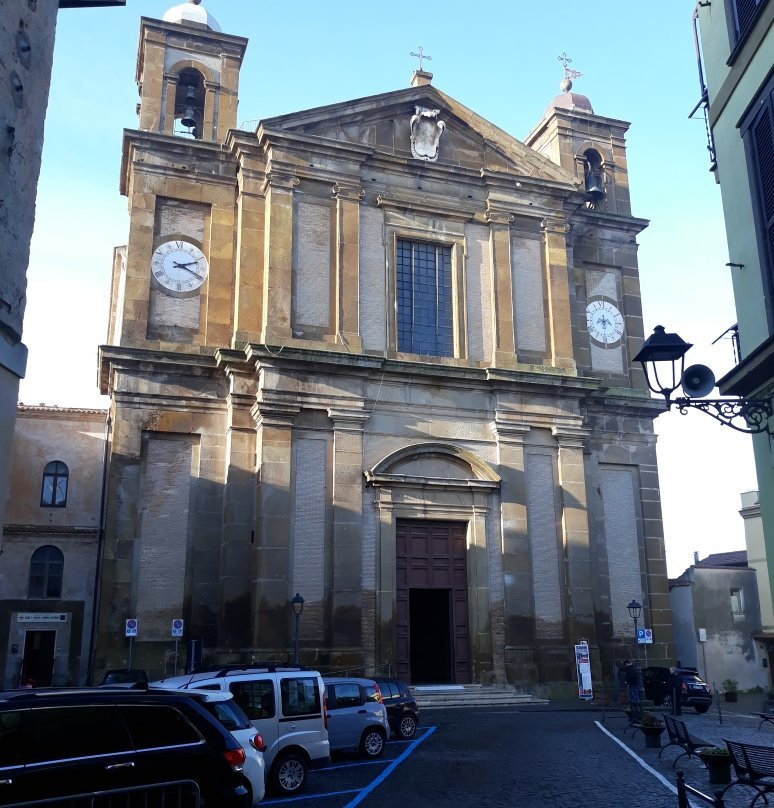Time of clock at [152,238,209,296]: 2:18
